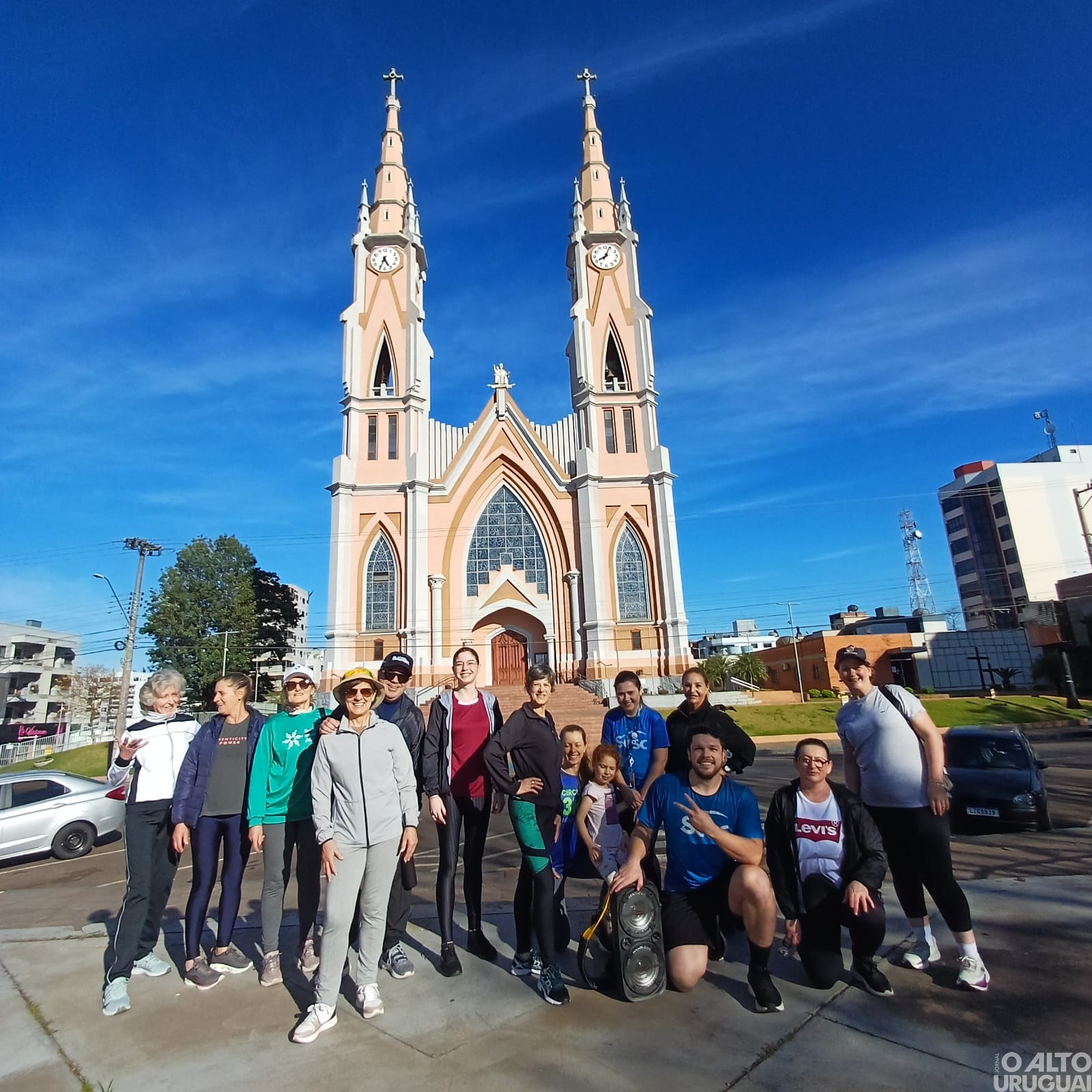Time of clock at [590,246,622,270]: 8:04
